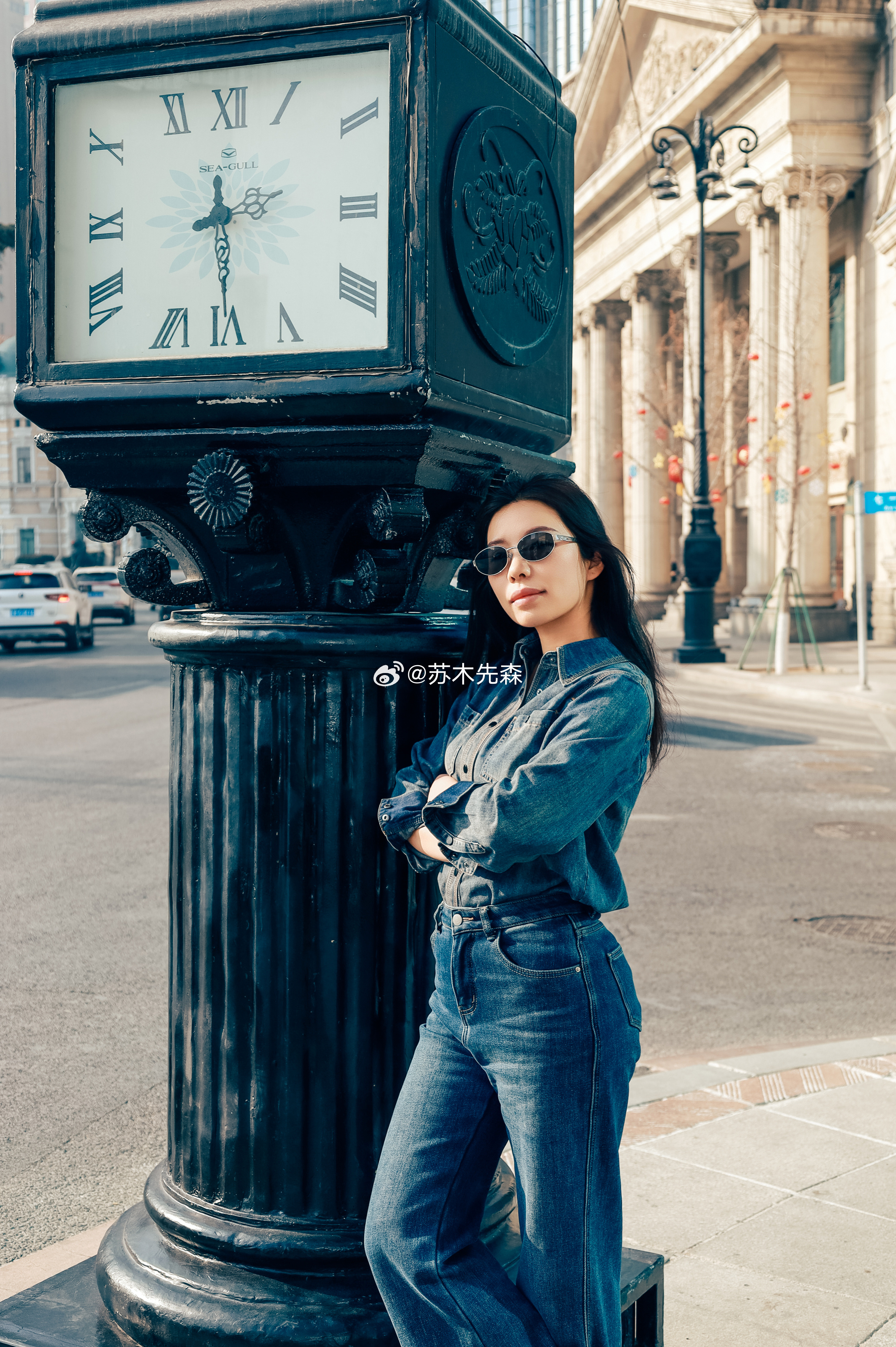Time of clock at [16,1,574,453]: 8:30
